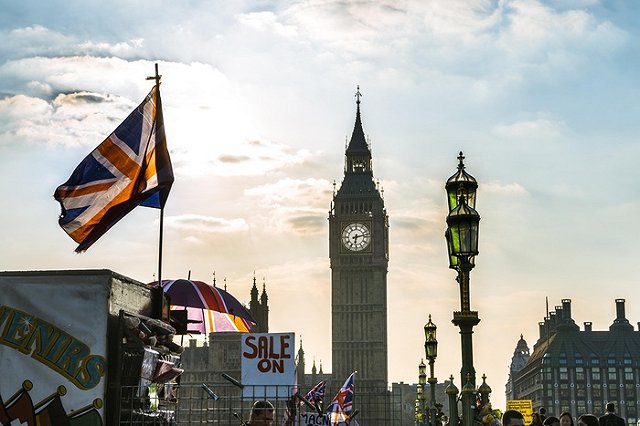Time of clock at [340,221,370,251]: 6:13
